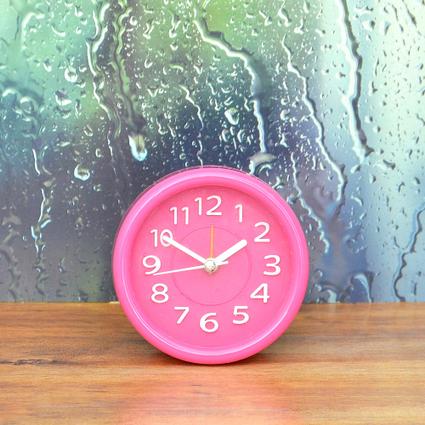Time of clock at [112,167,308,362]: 1:50
